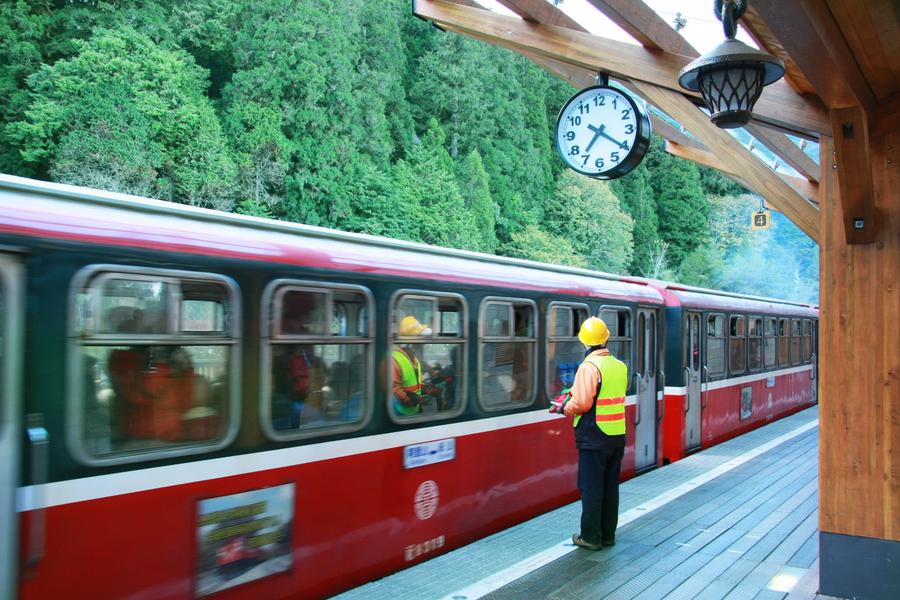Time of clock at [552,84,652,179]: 7:20
